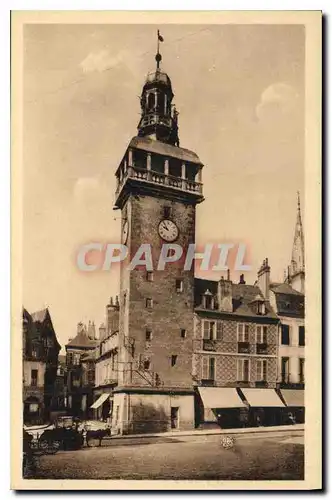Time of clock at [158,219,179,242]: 9:53
